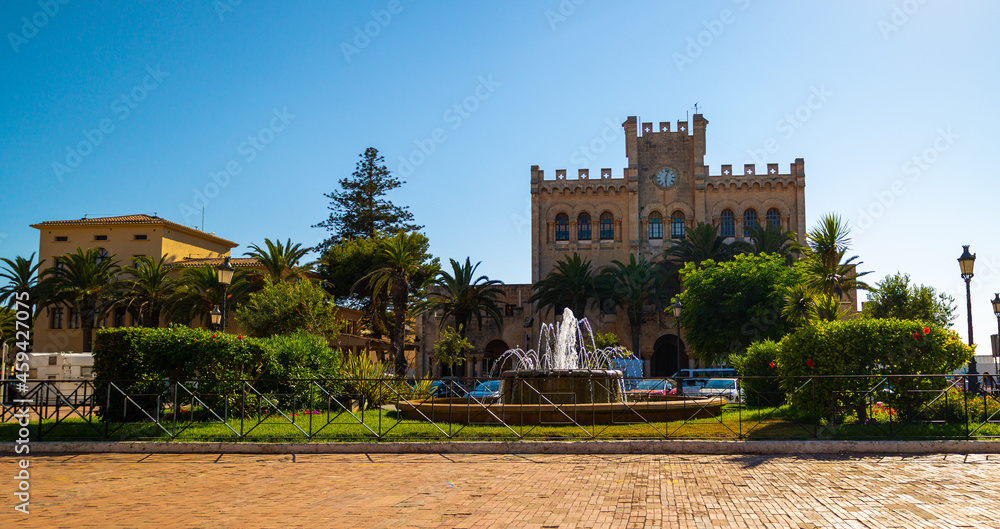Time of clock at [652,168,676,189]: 6:03
